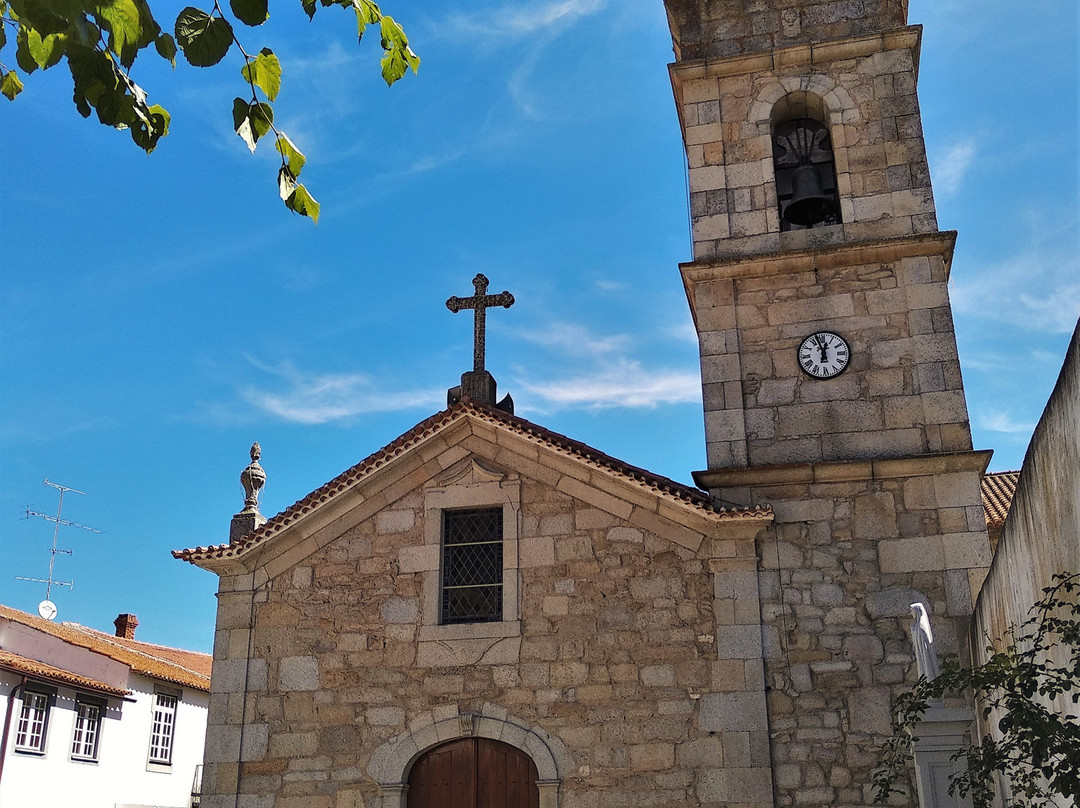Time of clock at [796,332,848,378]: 12:57
